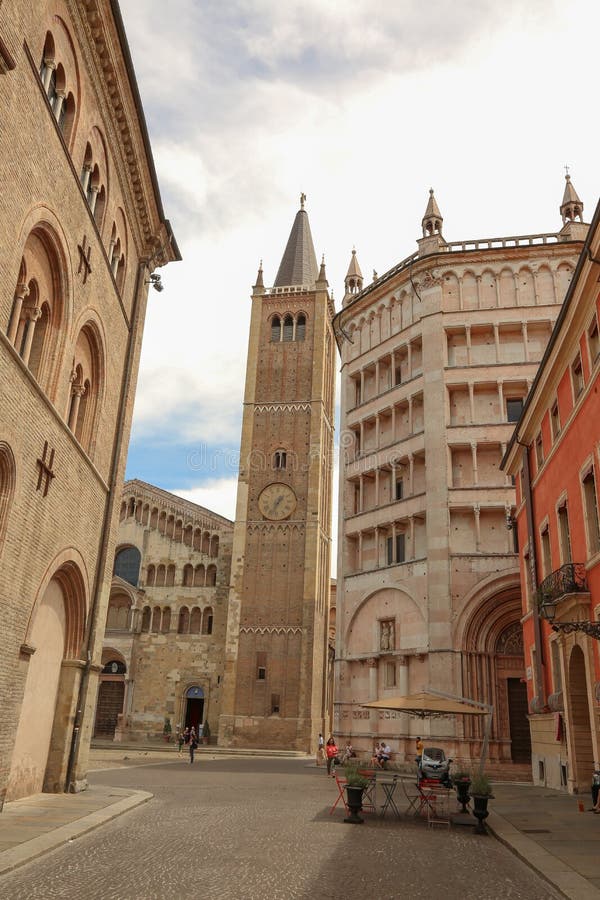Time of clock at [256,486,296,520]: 1:33
